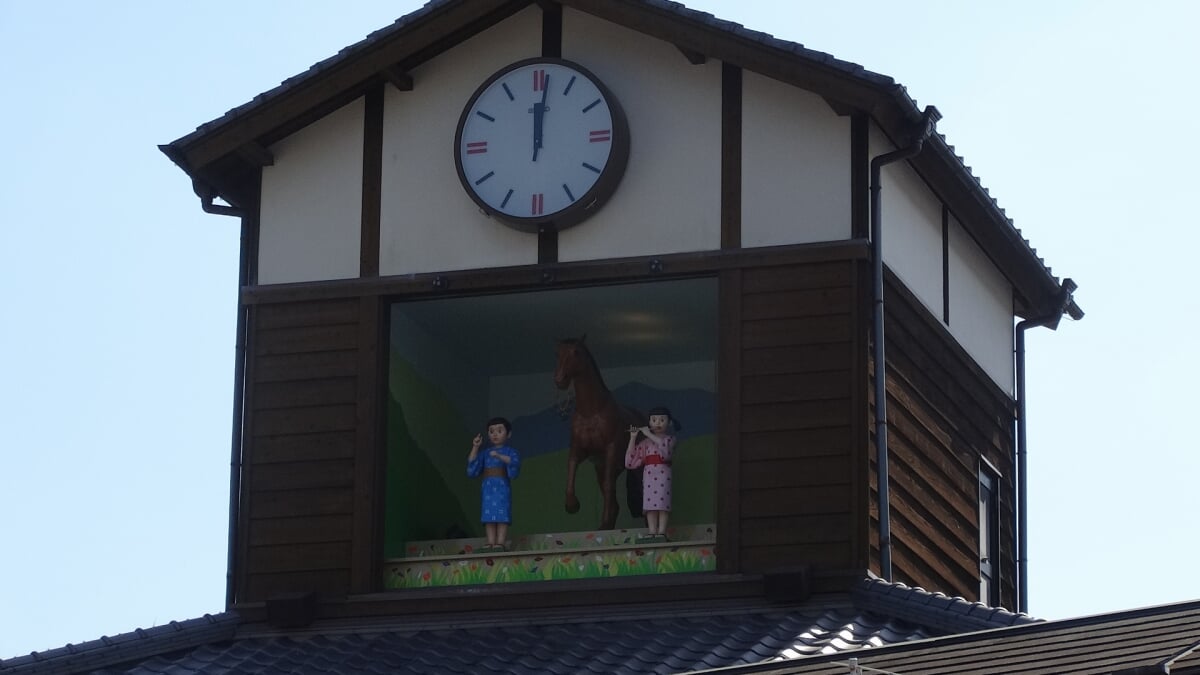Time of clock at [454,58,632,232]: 12:01
